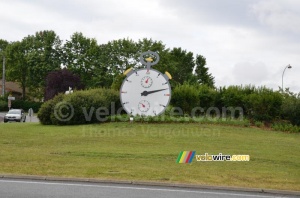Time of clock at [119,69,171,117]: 2:12
